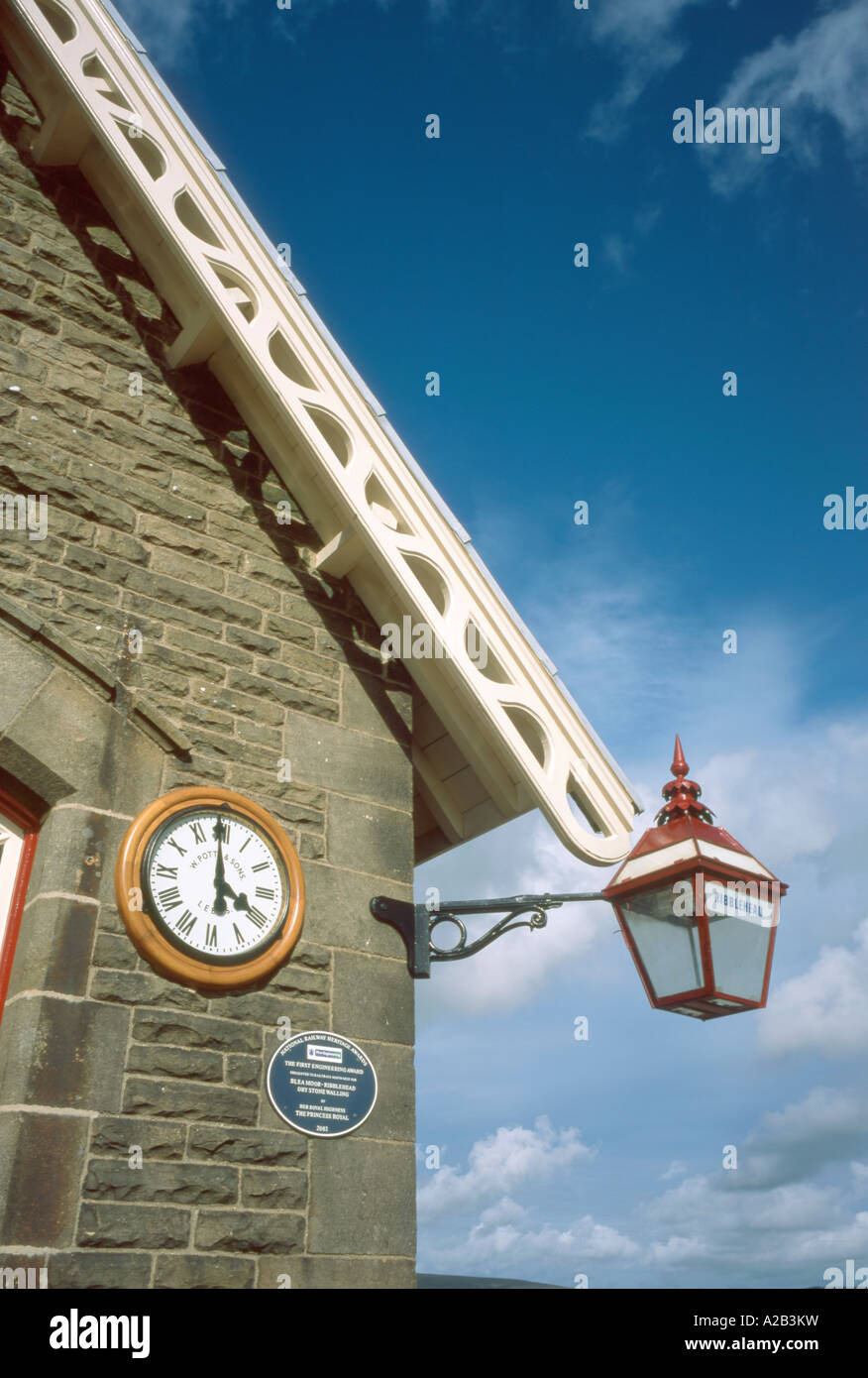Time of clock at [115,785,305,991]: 3:59
